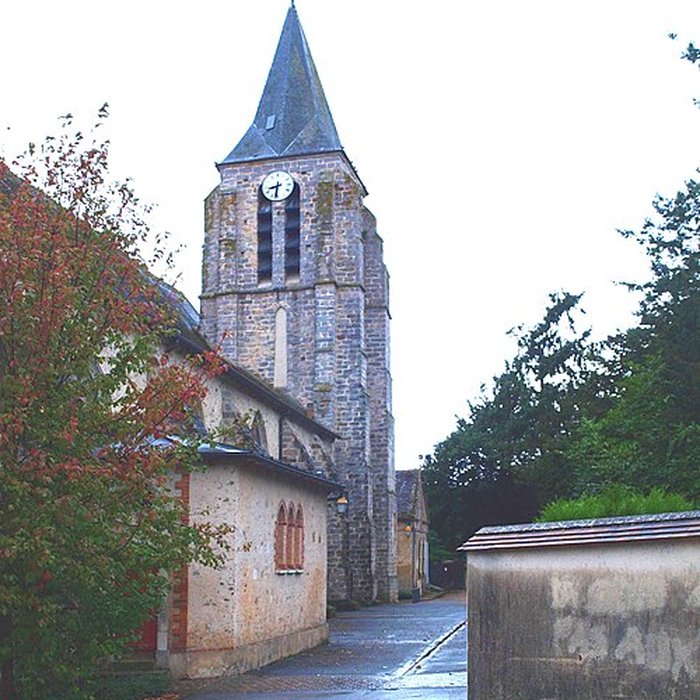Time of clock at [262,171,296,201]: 8:31
